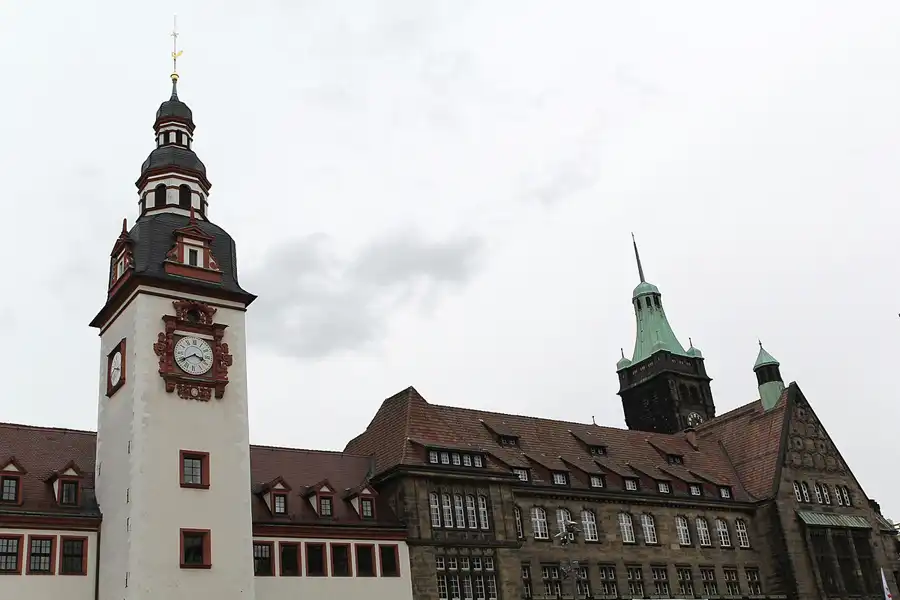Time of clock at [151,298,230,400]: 3:40
